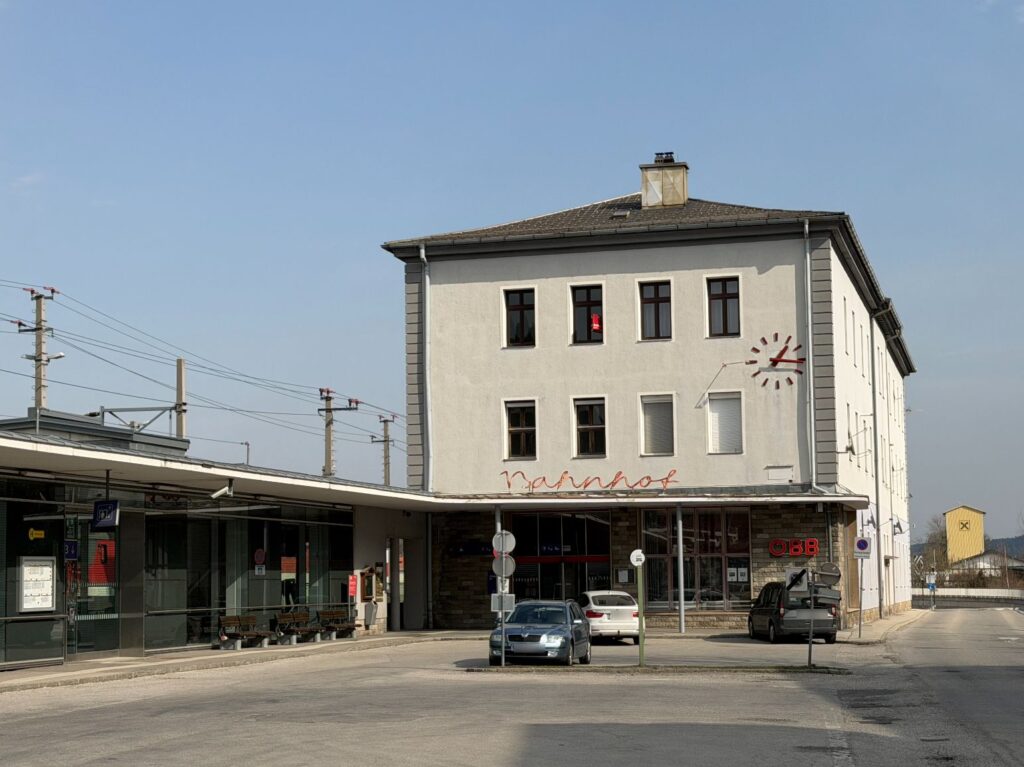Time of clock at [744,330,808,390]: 1:16
